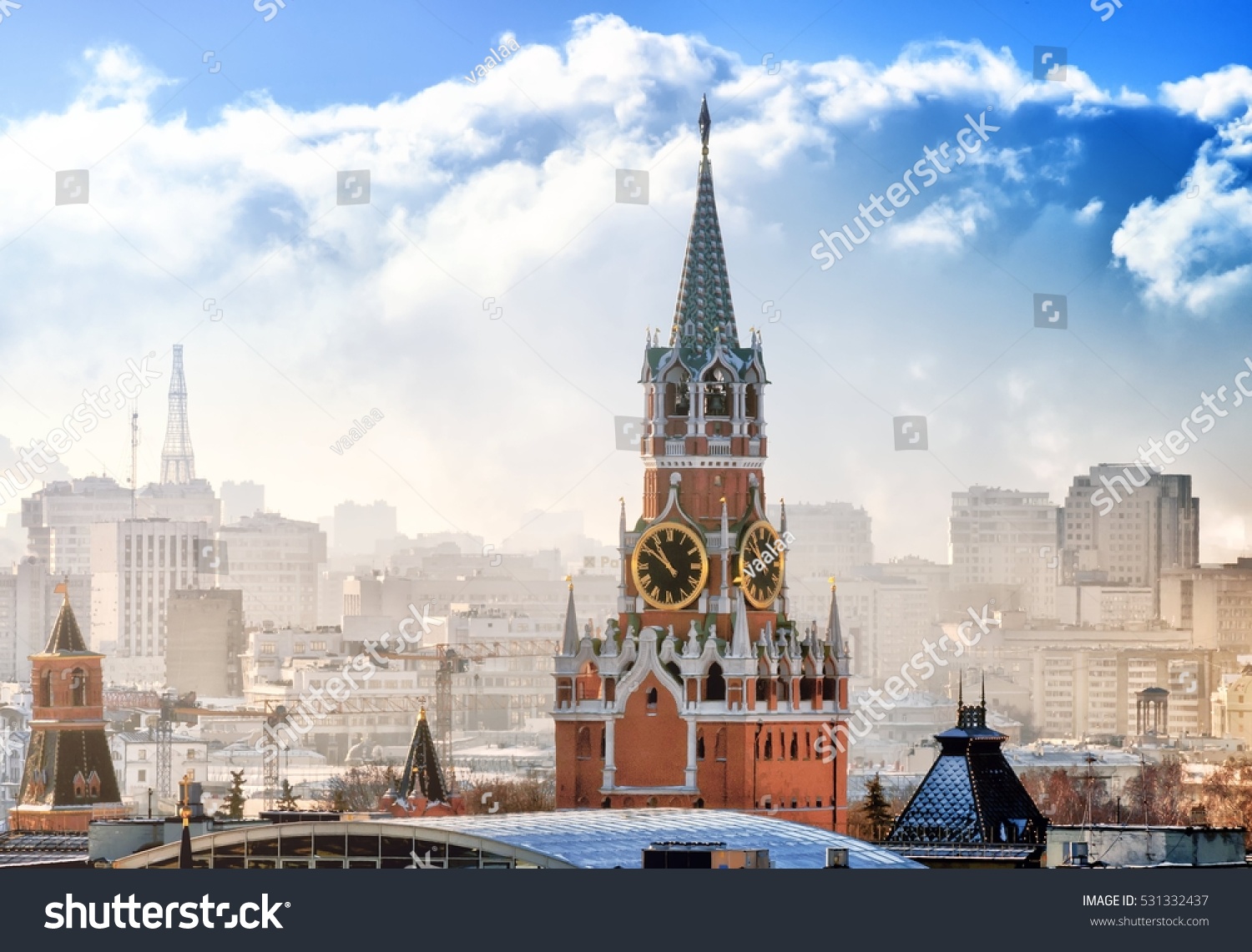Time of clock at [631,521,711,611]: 10:50
